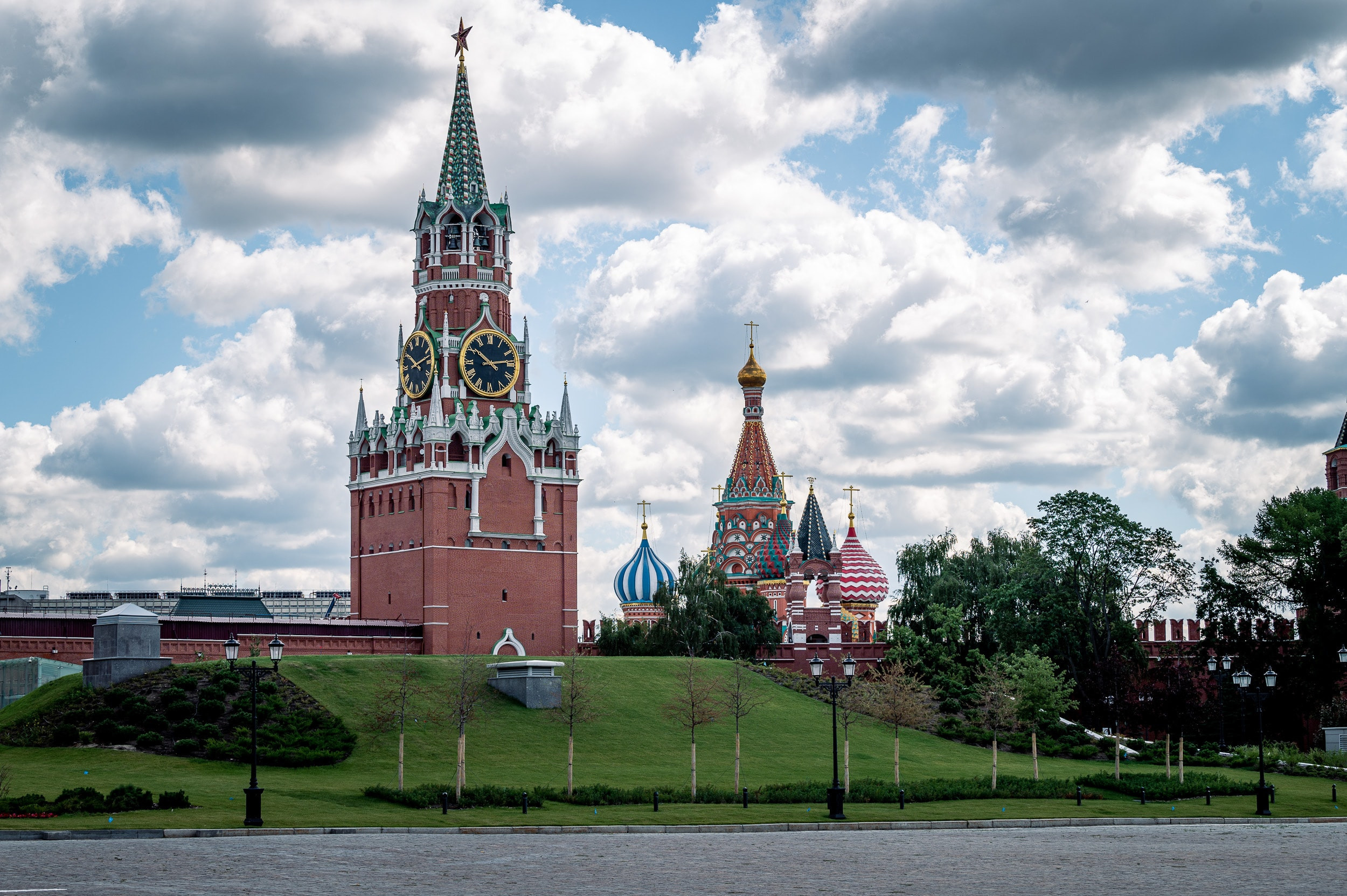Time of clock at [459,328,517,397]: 10:13
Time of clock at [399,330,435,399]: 10:12
